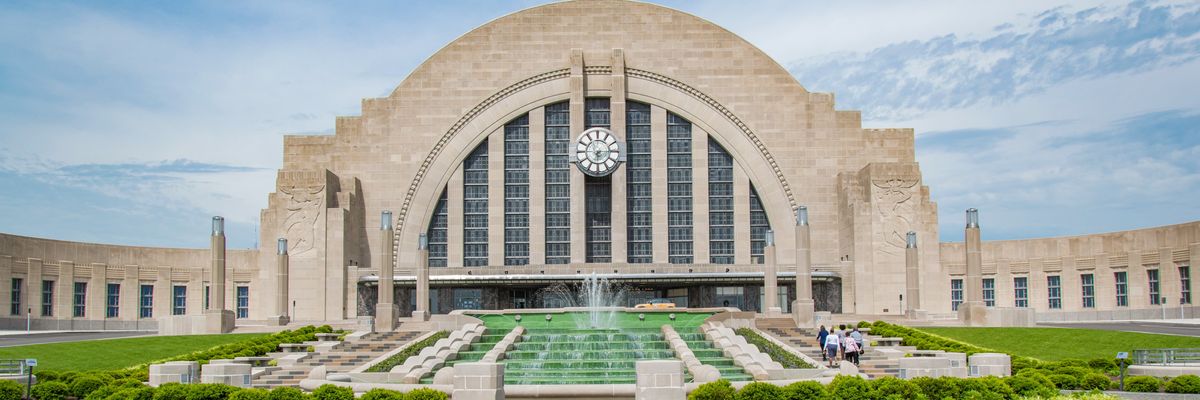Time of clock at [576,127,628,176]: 6:14
